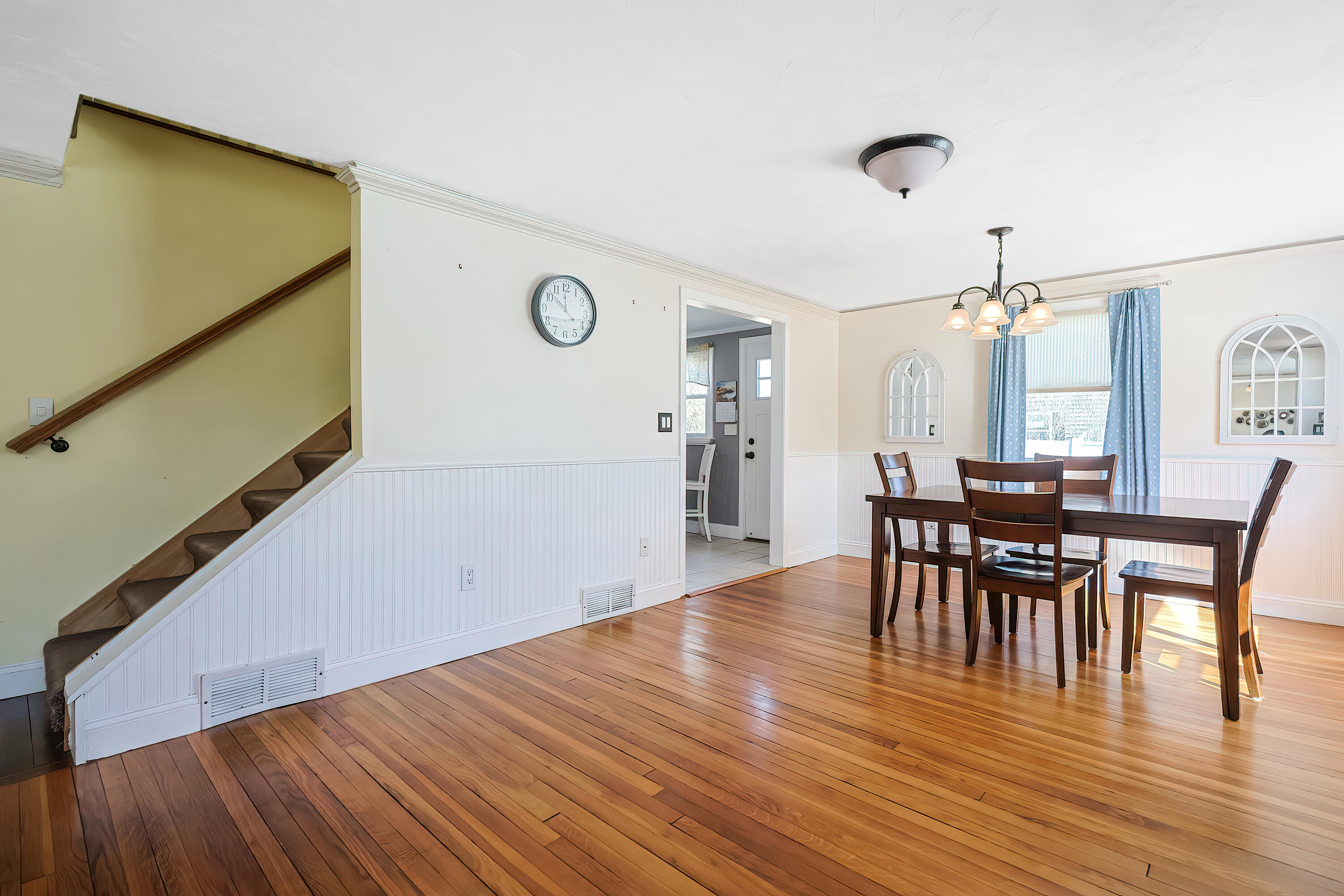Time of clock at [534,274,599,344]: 11:51
